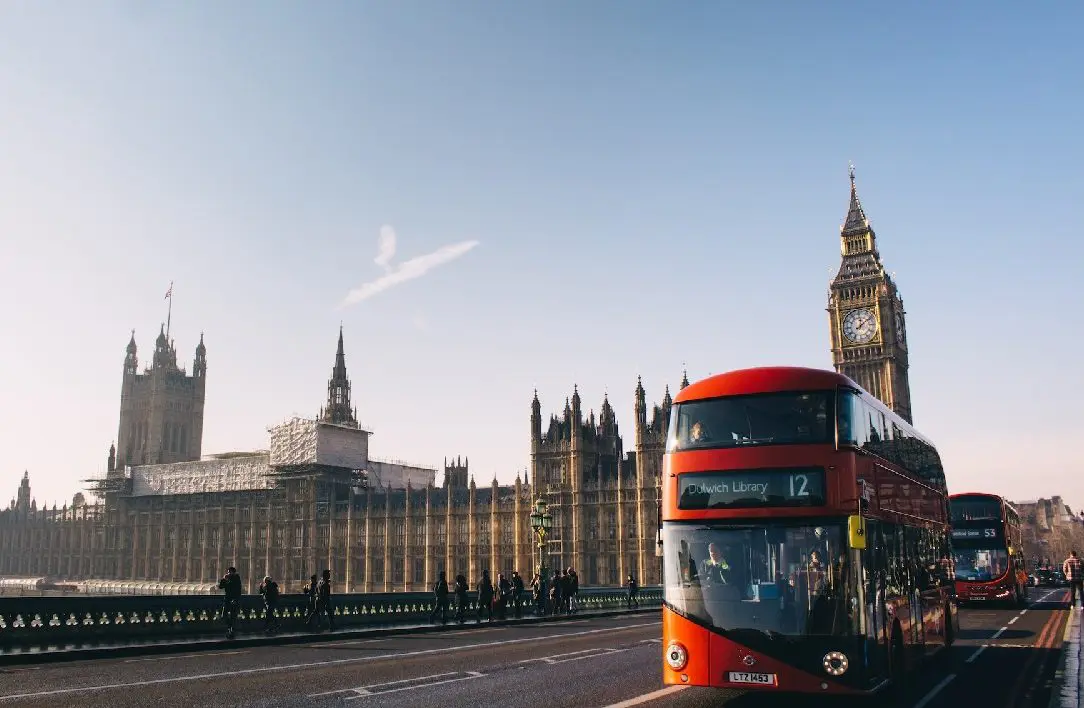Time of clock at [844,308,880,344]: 12:09
